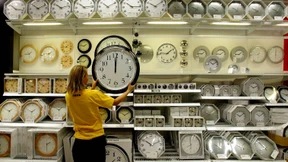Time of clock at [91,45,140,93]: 12:00
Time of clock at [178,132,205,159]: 7:59
